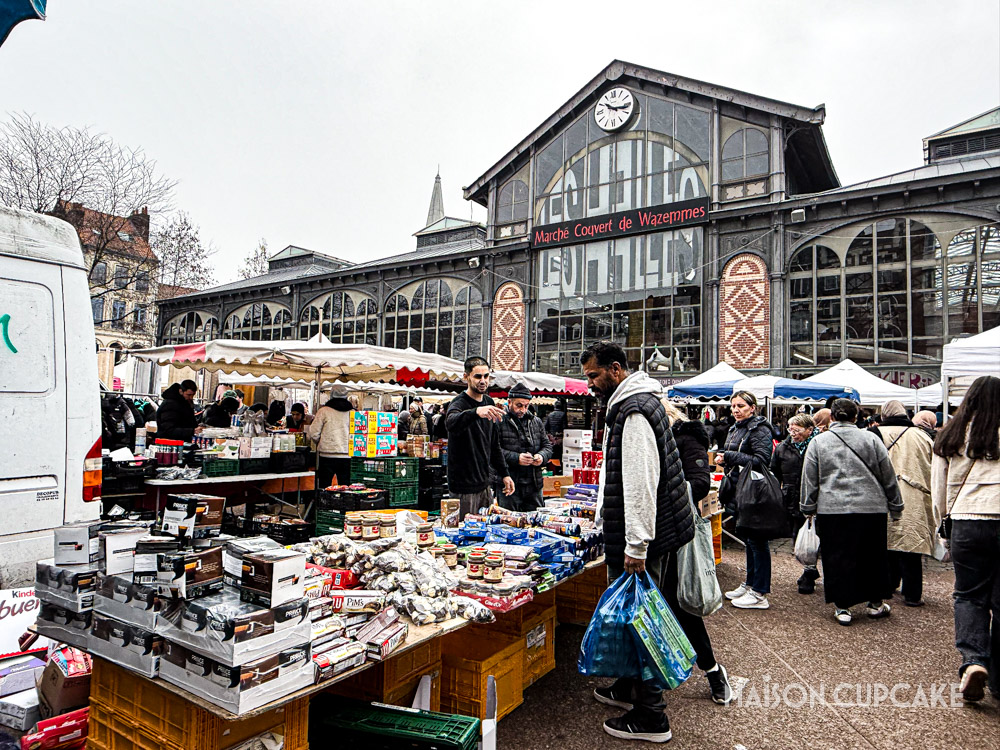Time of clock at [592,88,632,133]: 10:16
